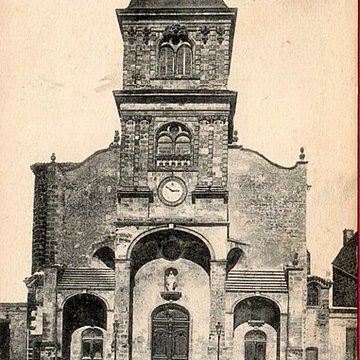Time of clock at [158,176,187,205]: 2:50
